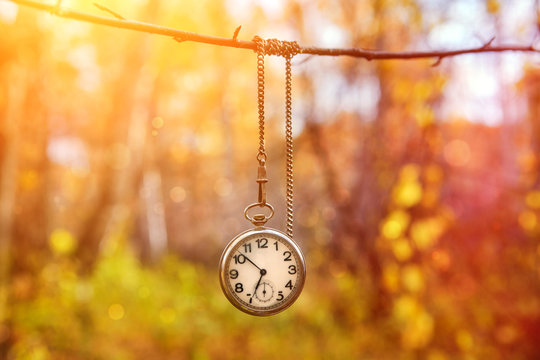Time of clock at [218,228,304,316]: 6:52
